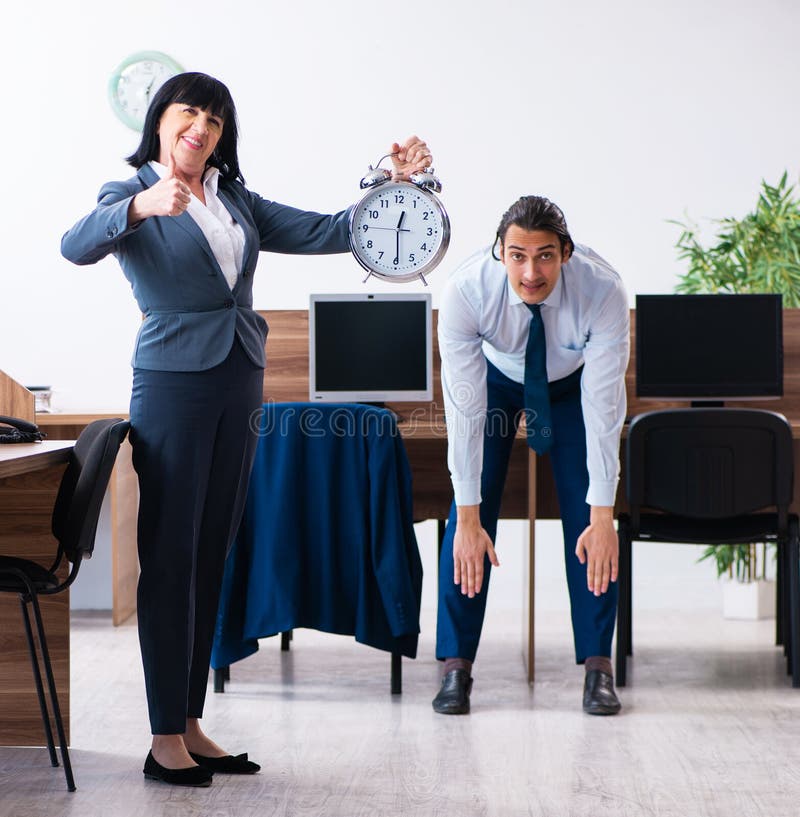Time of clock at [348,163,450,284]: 12:29
